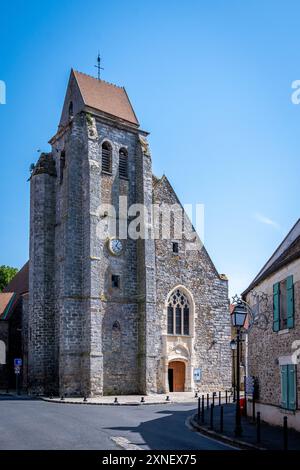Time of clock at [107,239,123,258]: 4:04
